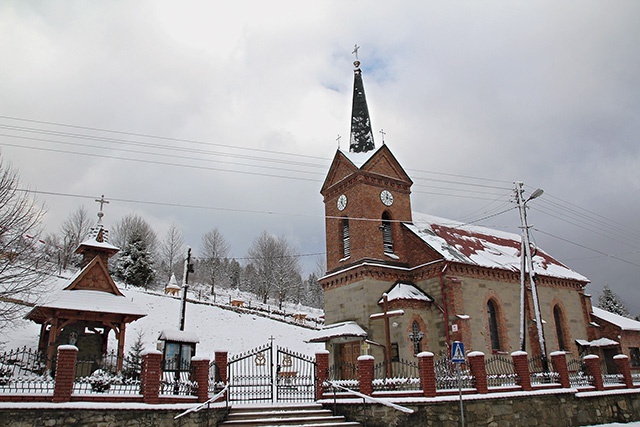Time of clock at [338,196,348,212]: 12:24
